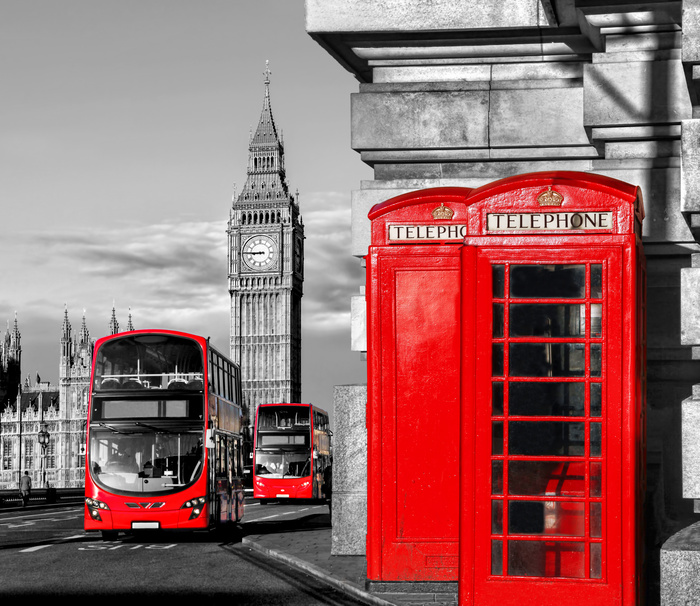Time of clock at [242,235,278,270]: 8:45
